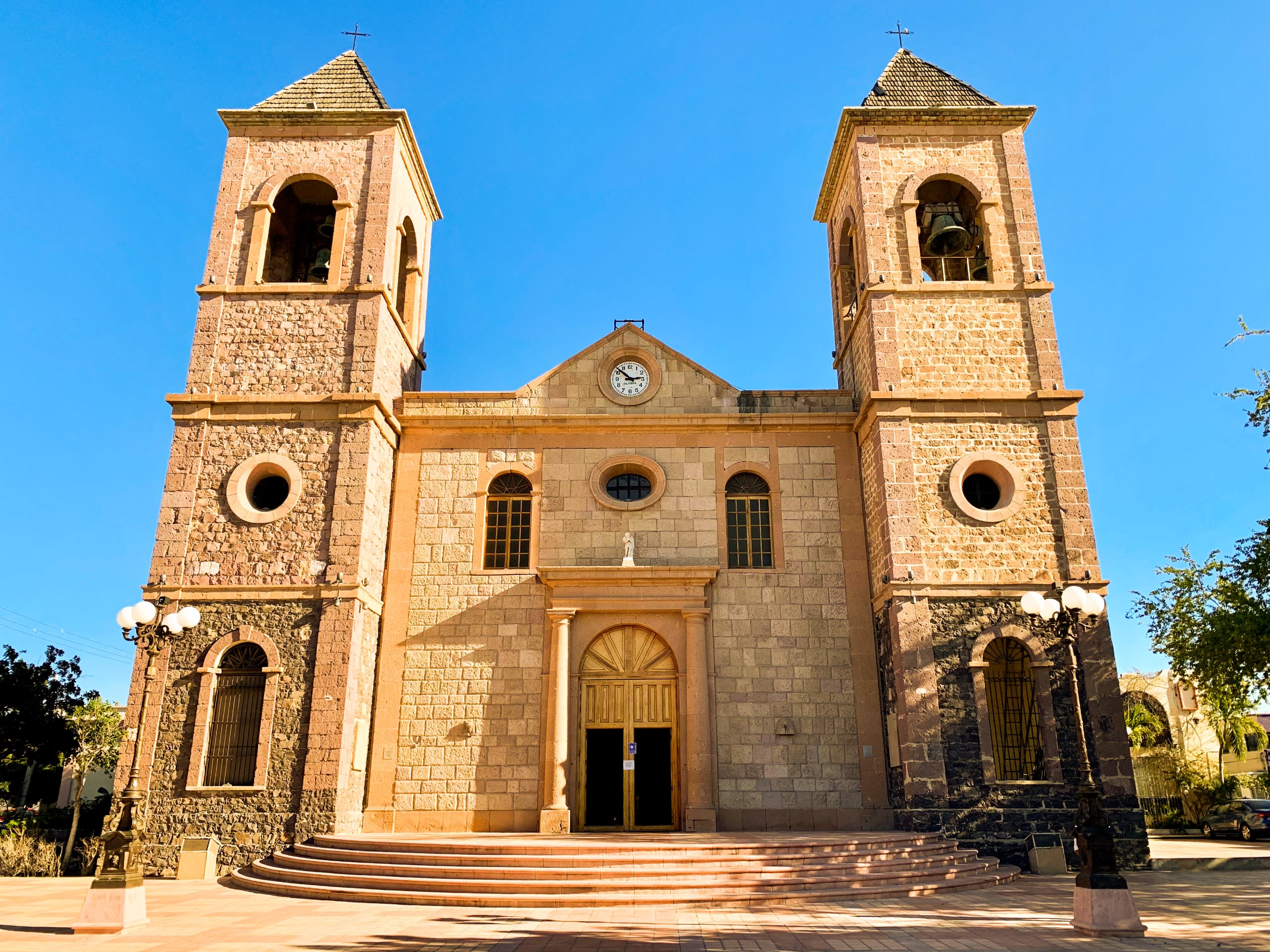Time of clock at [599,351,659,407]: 2:52
